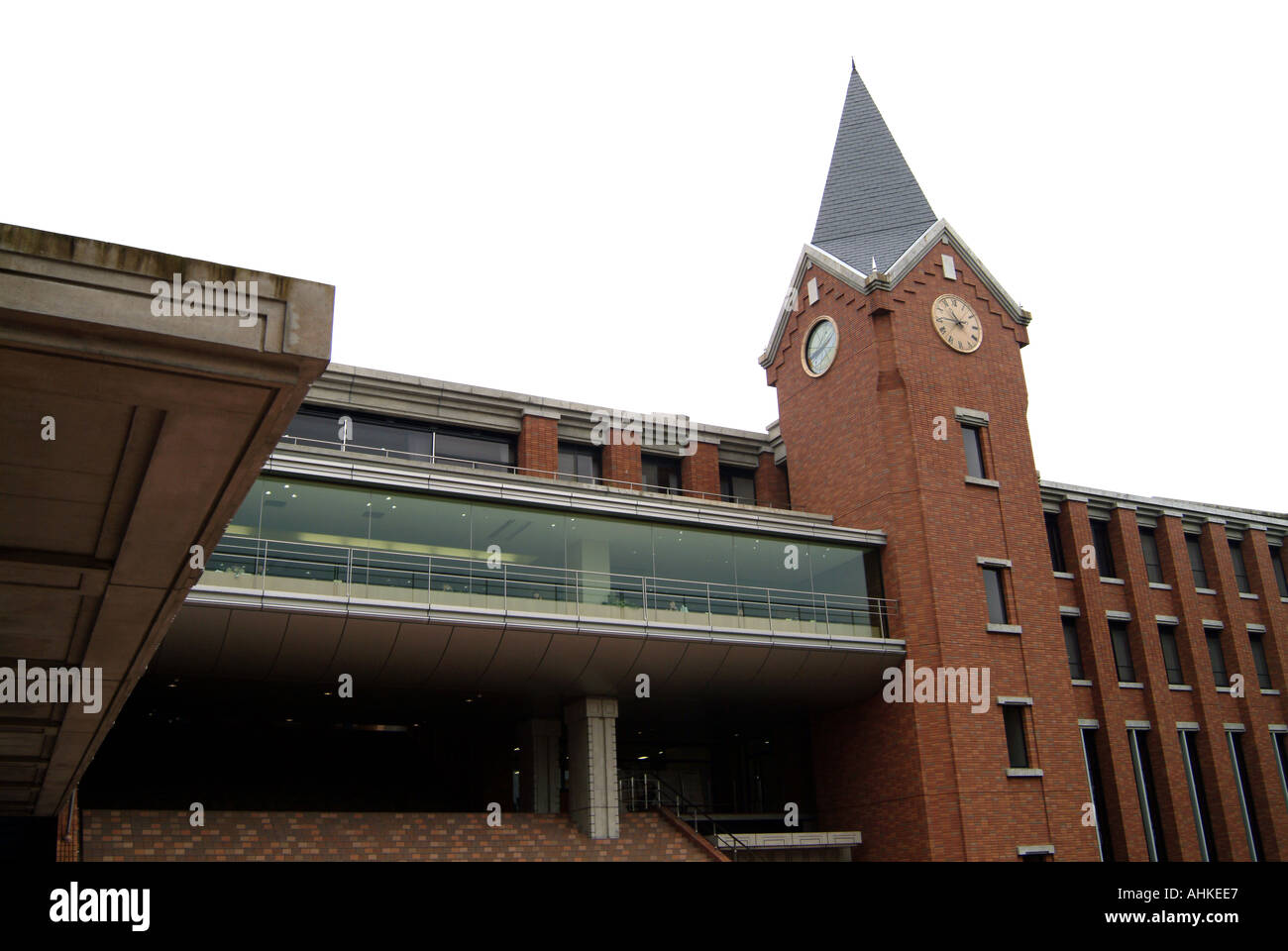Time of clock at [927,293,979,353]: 10:45
